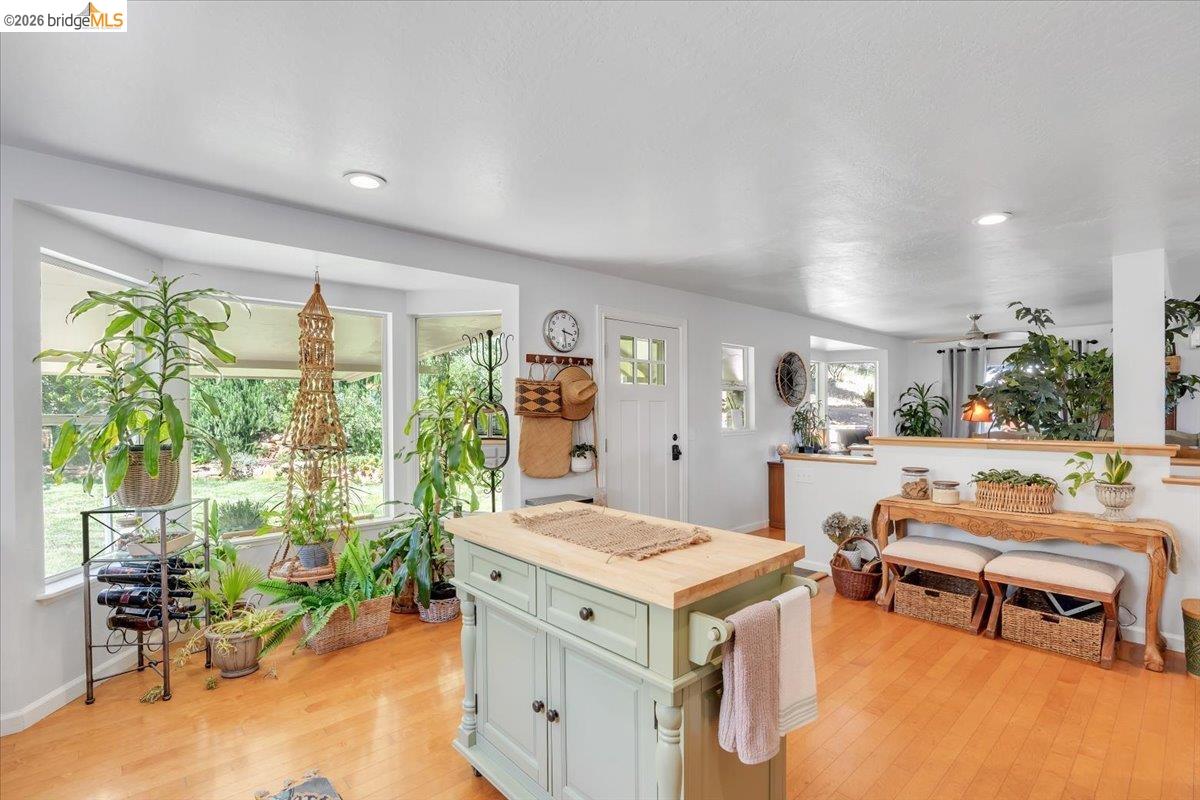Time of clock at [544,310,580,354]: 3:28
